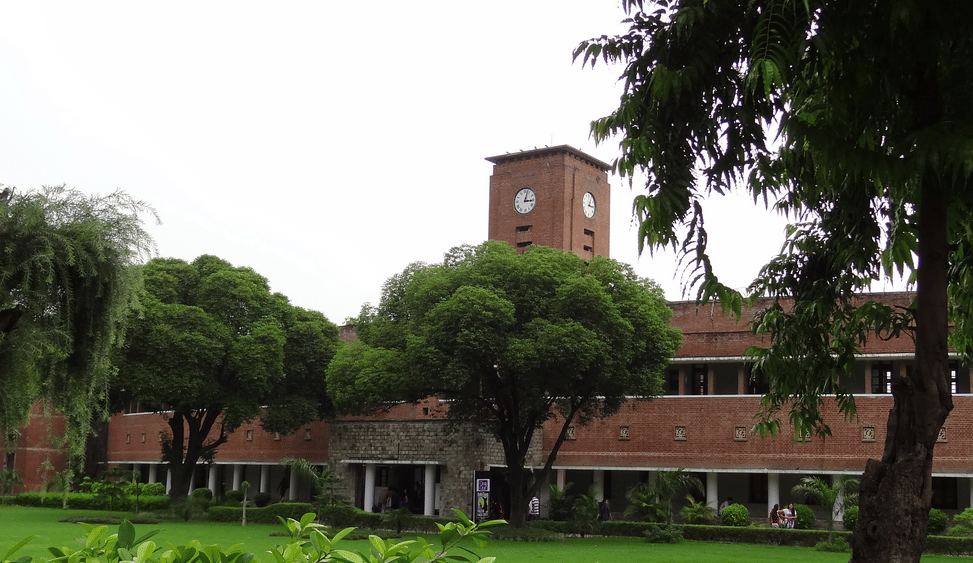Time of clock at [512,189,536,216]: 3:02
